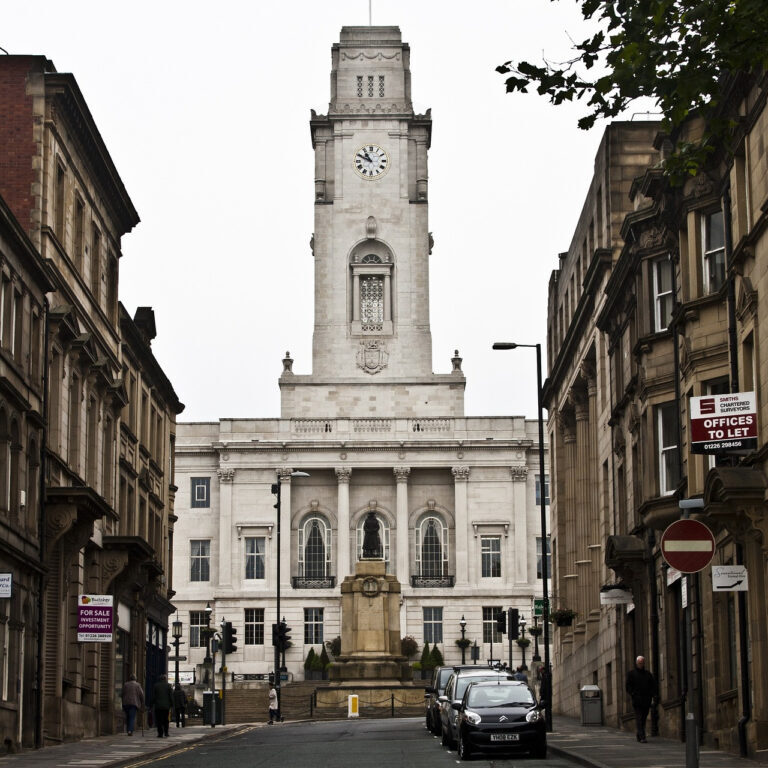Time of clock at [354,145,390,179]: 10:48
